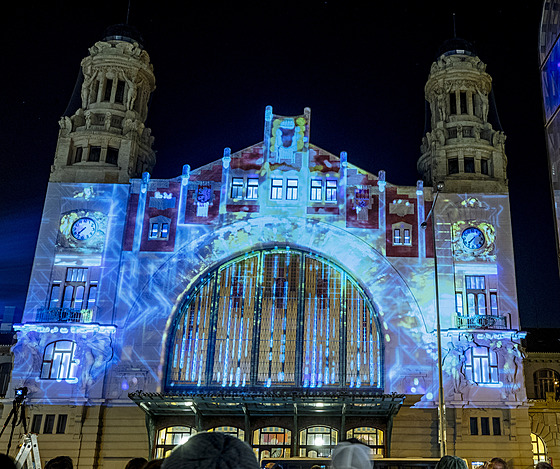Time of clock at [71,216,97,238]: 7:37
